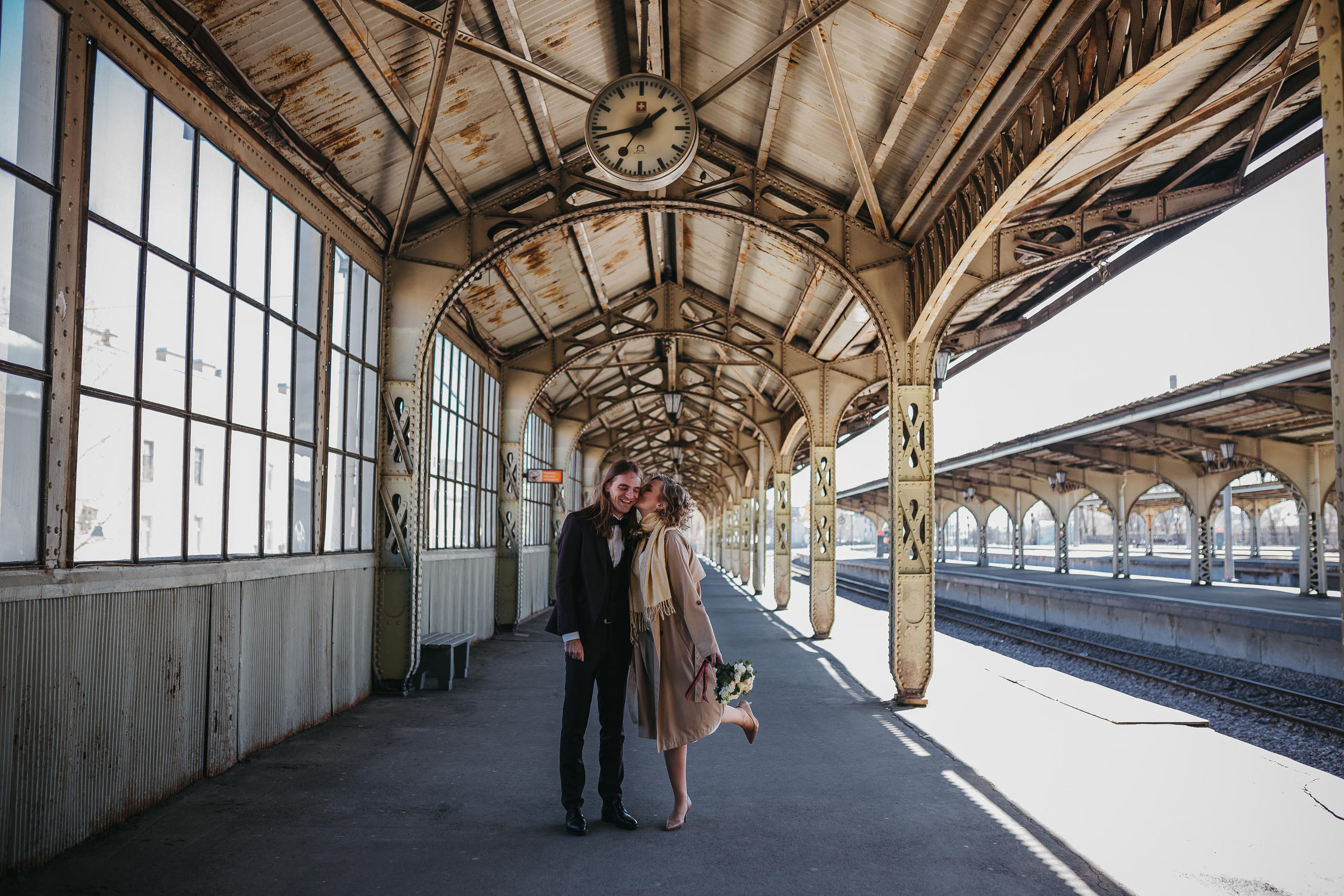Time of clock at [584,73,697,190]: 1:42
